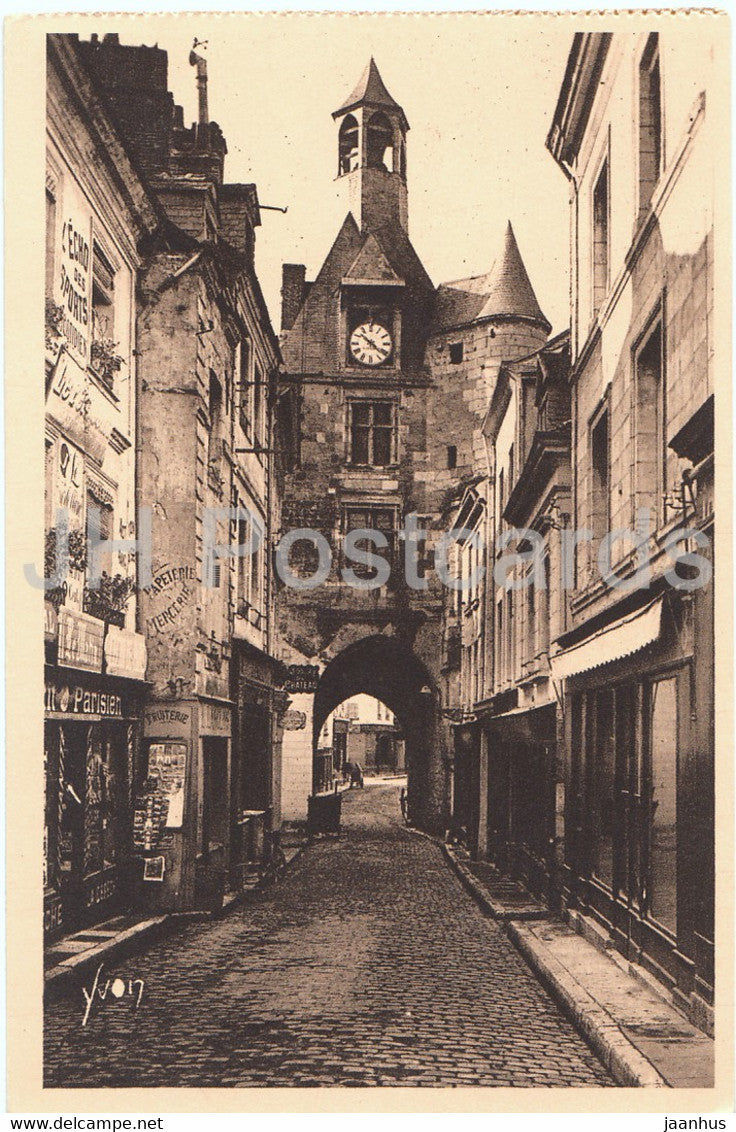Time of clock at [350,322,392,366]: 10:22
